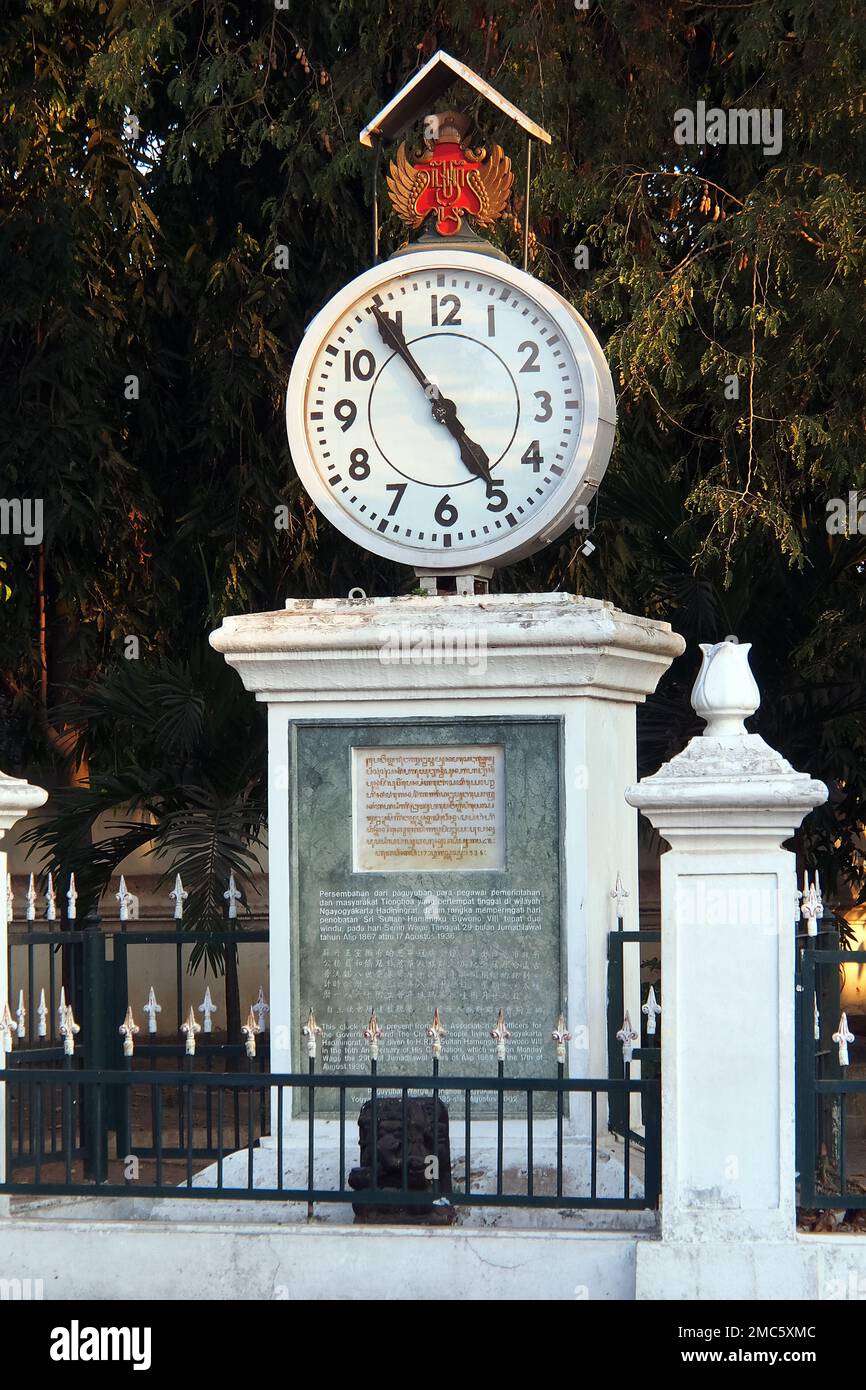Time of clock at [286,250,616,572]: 4:54
